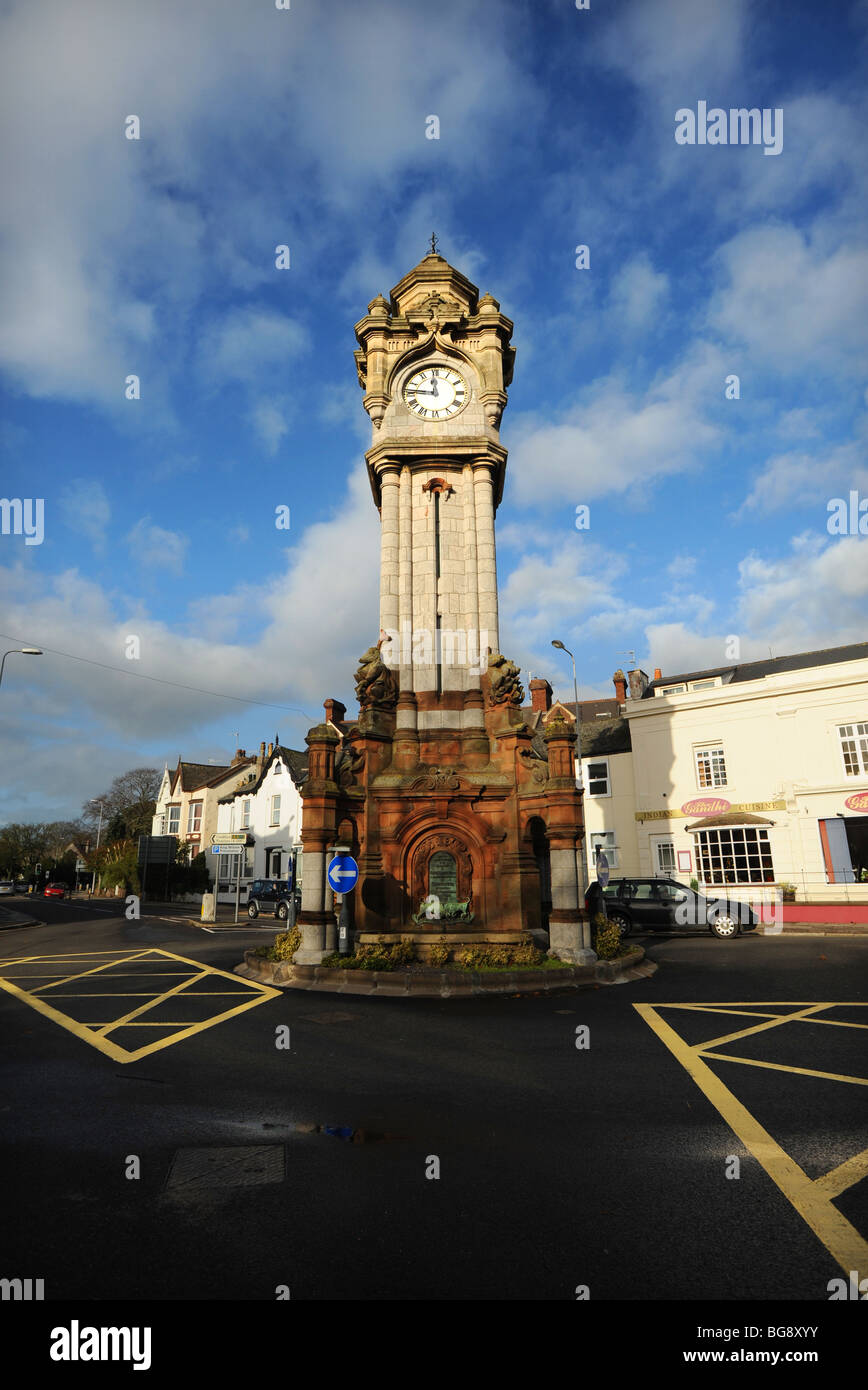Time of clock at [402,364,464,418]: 11:46
